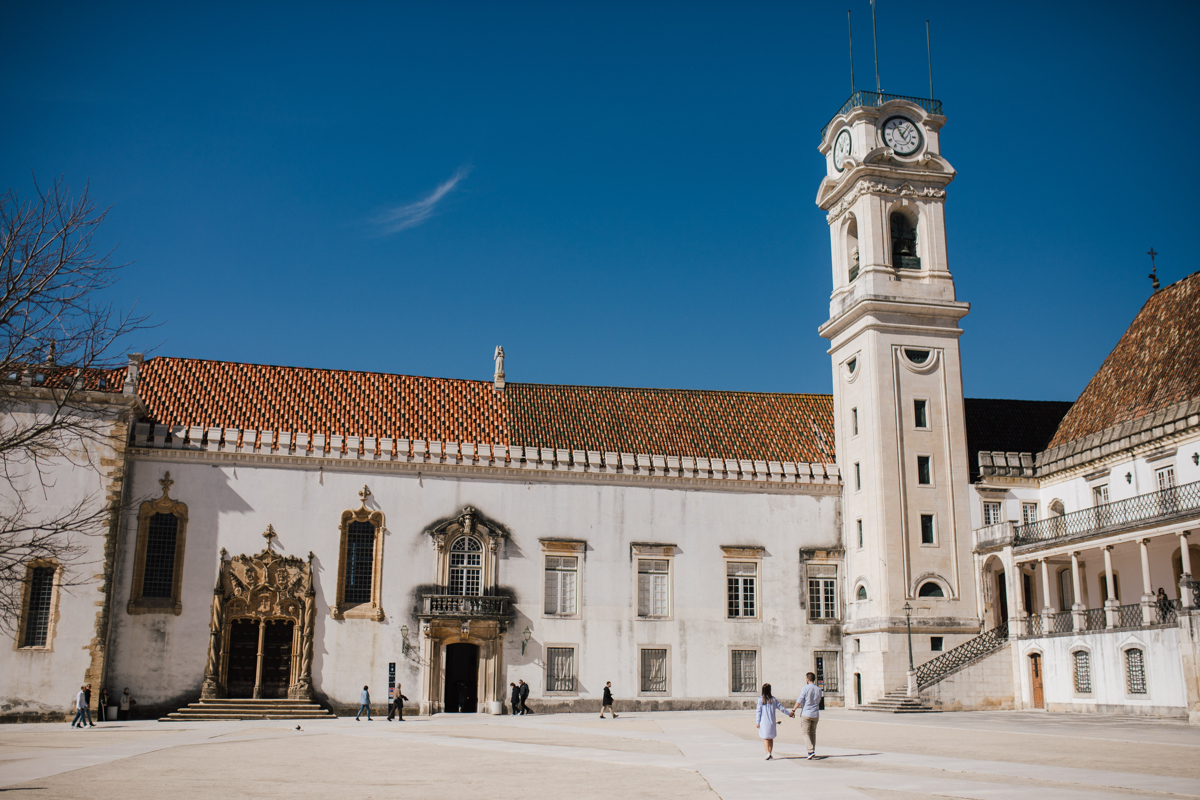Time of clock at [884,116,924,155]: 11:06
